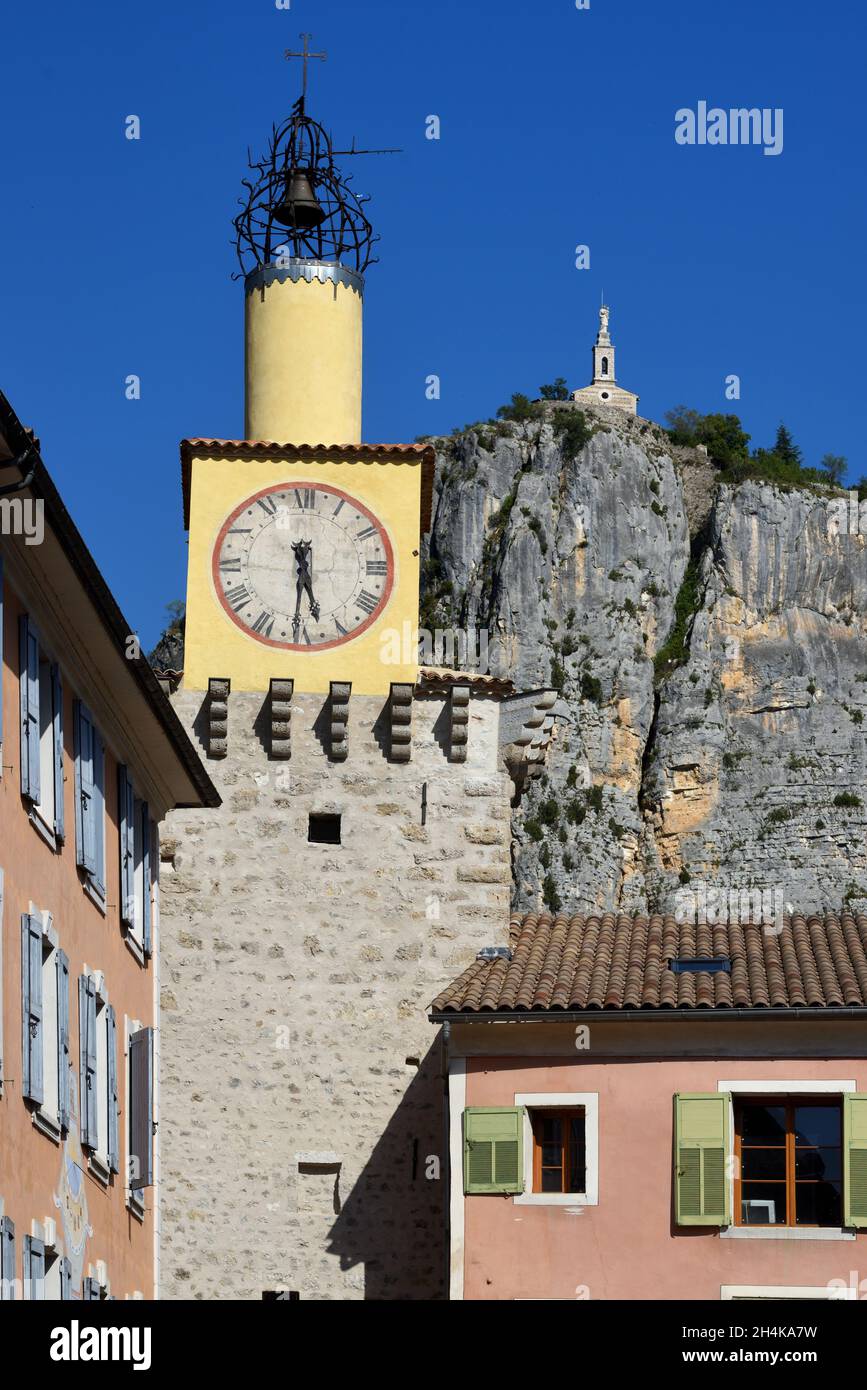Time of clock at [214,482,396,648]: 5:30
